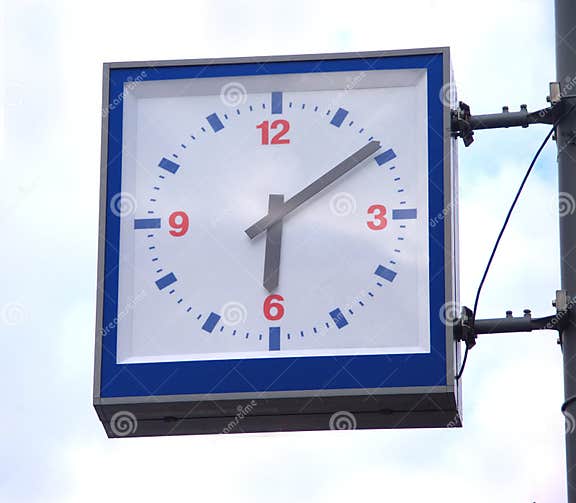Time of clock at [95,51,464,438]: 6:08
